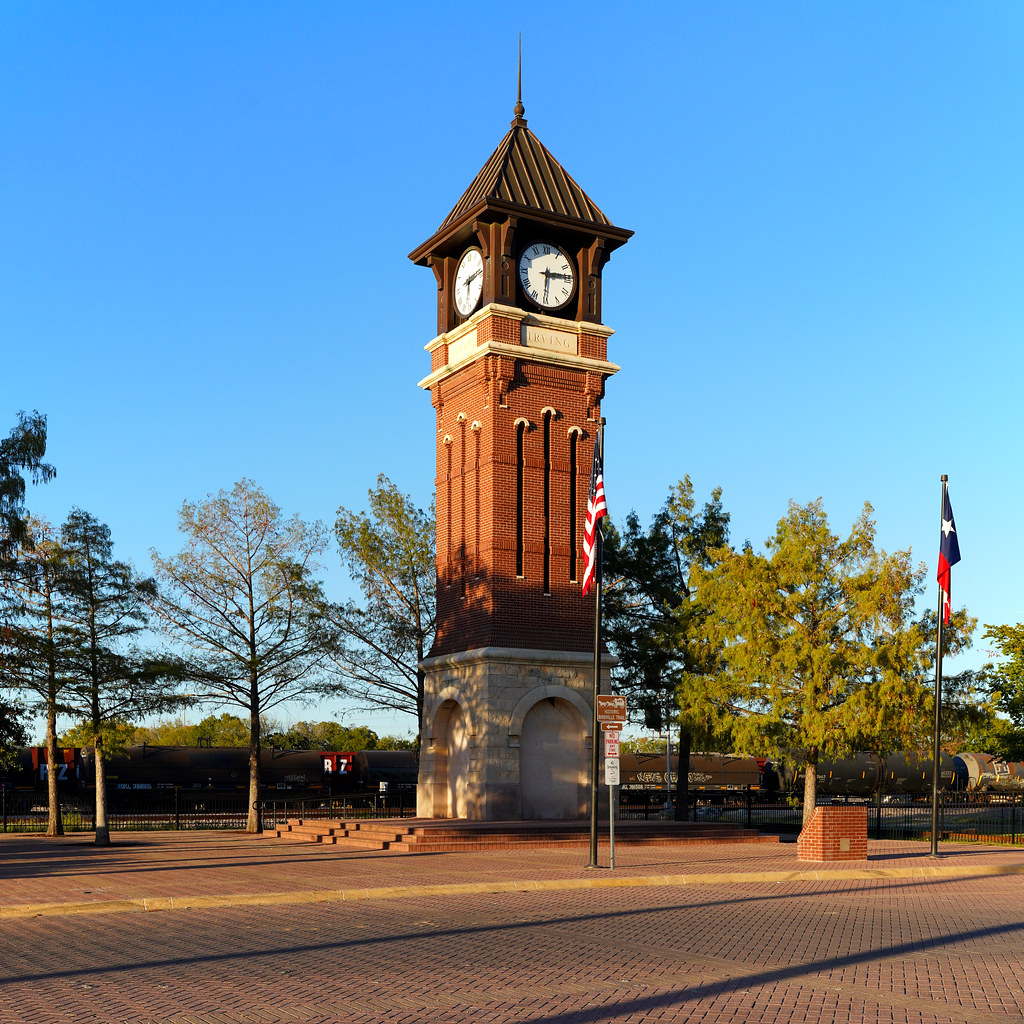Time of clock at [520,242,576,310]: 6:14
